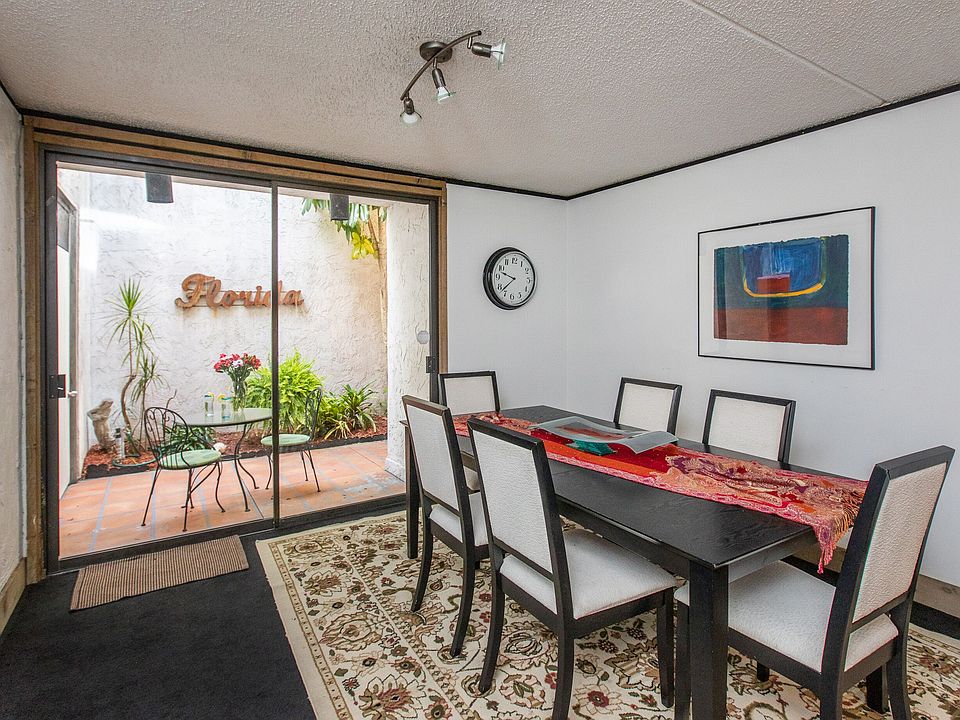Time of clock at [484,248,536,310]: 9:37
